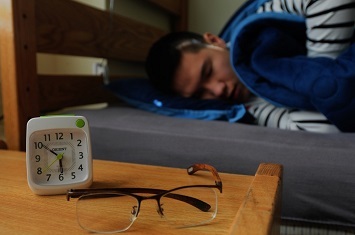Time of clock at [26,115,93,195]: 5:50
